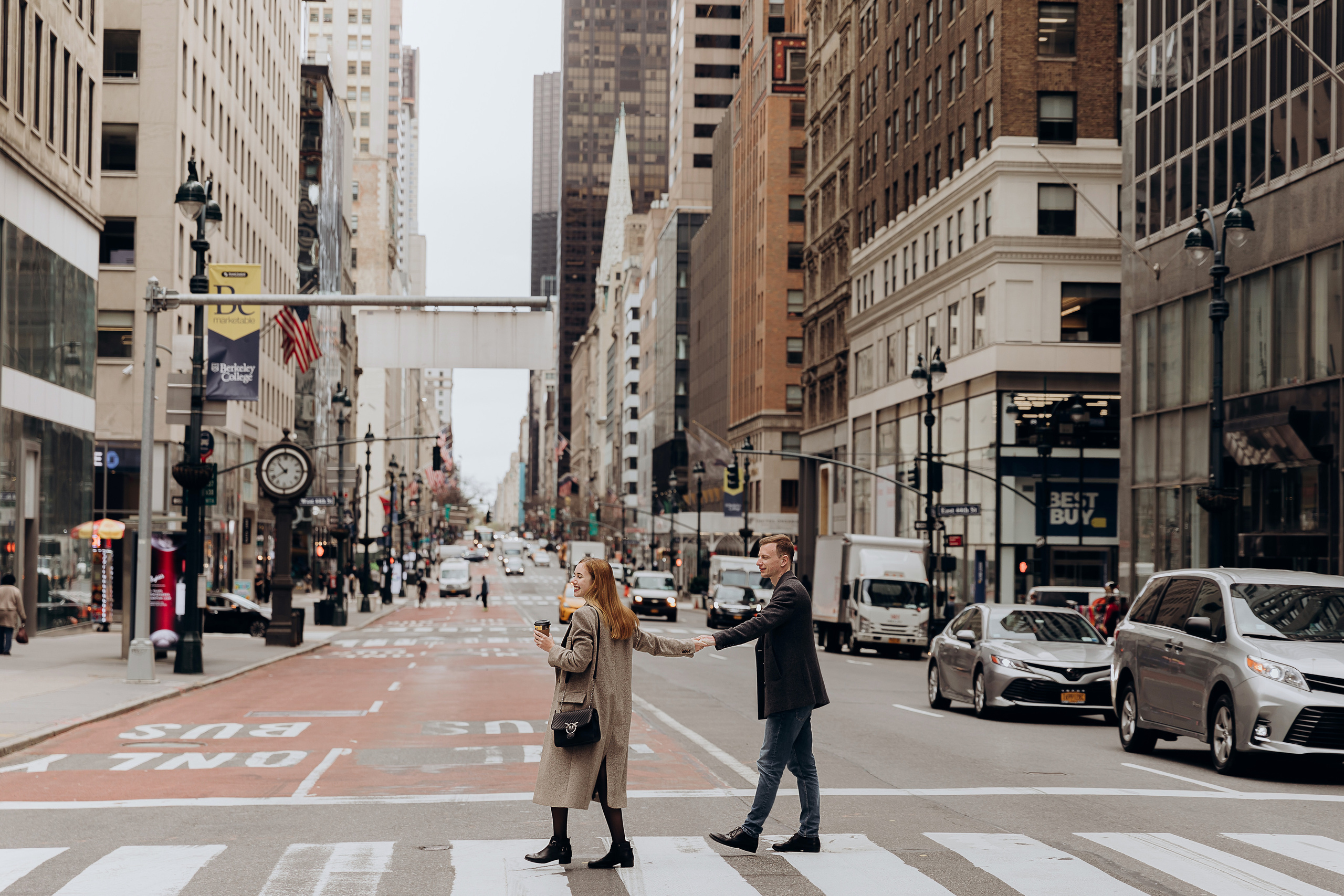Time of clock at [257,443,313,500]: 10:38
